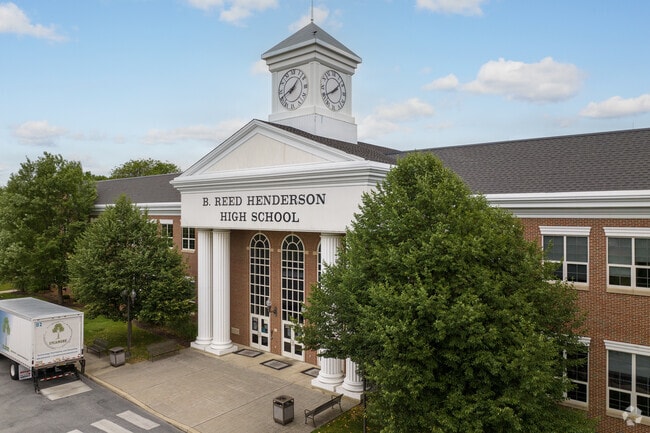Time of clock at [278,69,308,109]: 8:07
